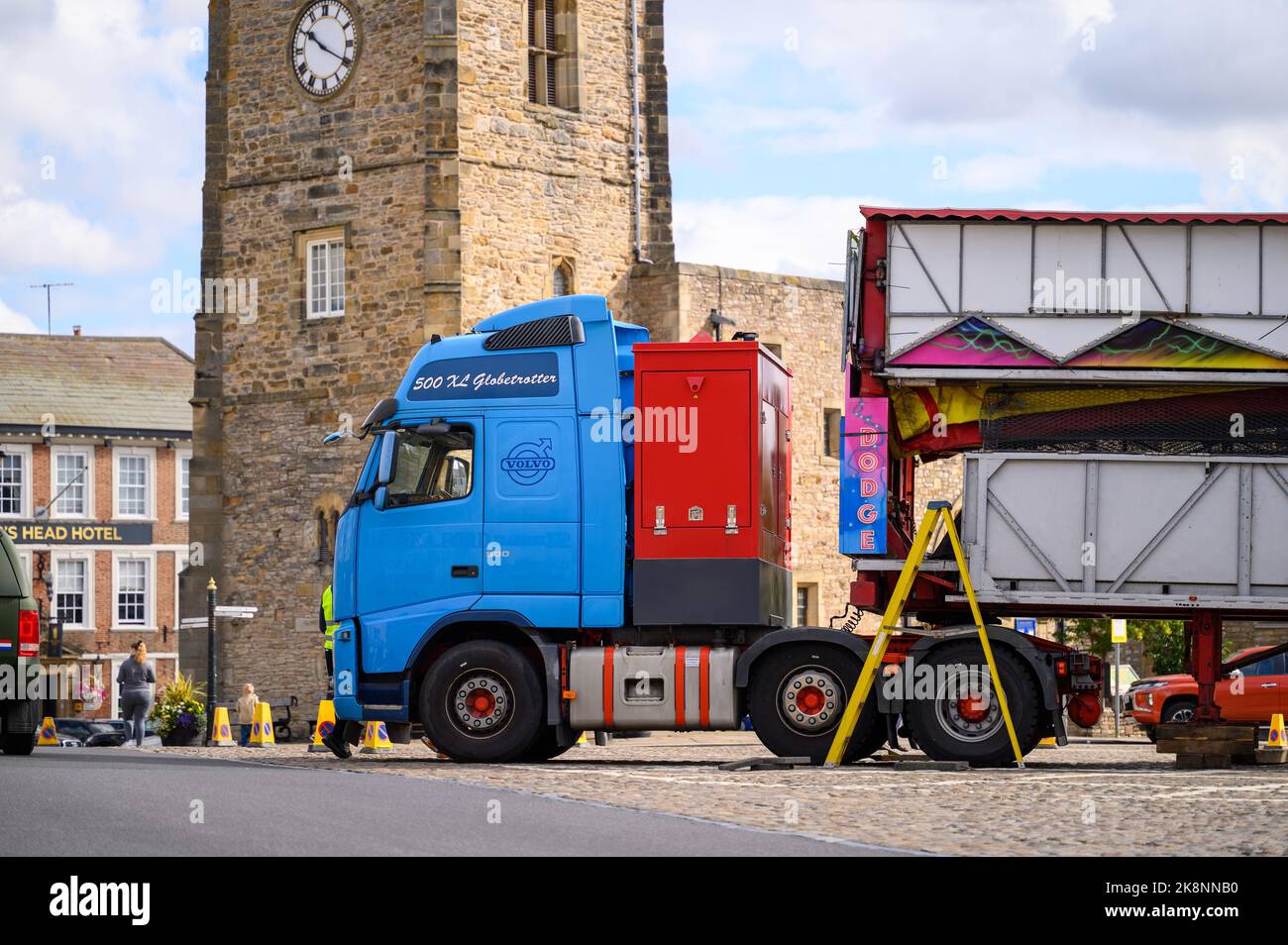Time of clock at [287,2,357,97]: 10:19
